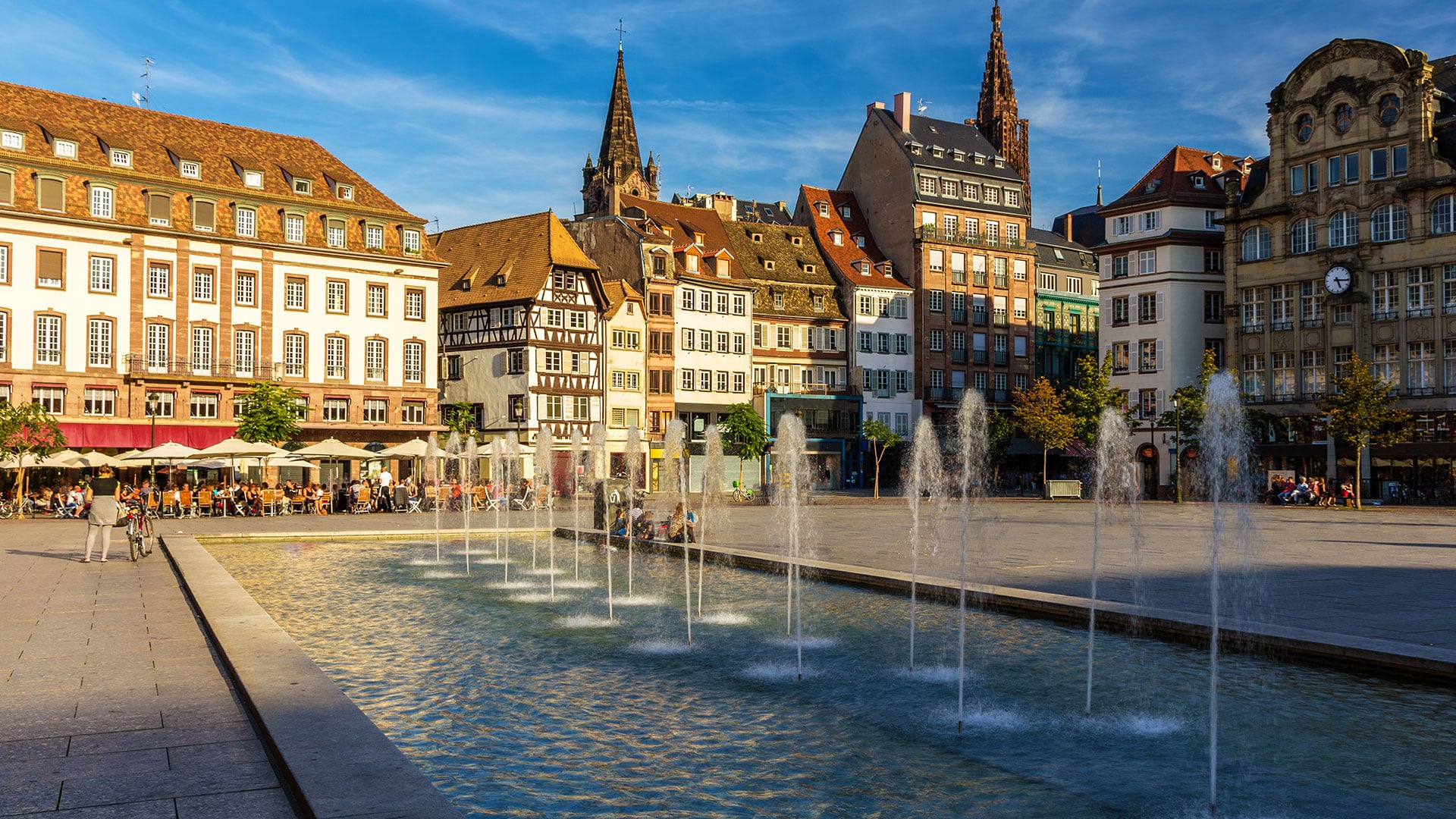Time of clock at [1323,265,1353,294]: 5:15
